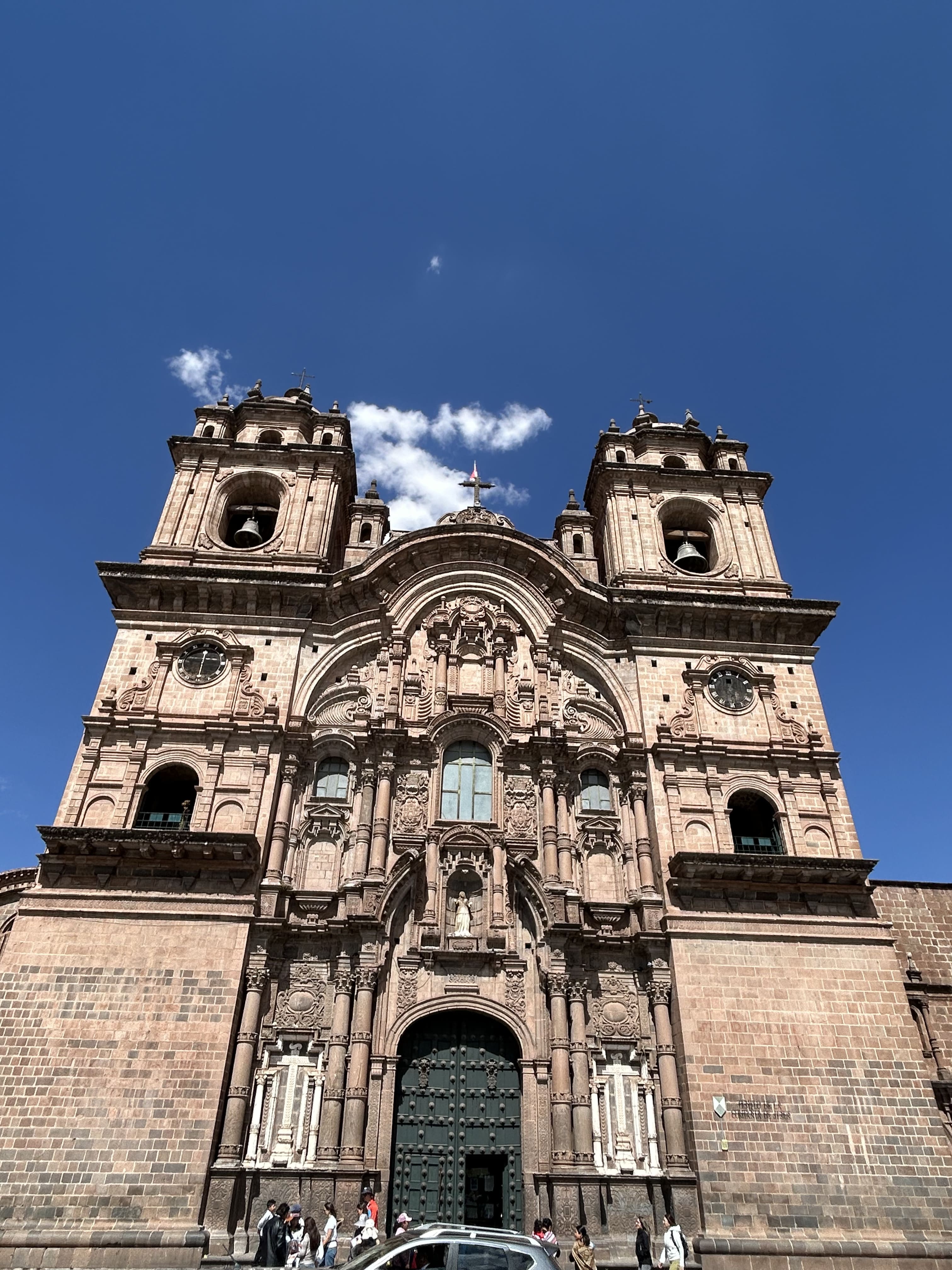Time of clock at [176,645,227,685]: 6:00
